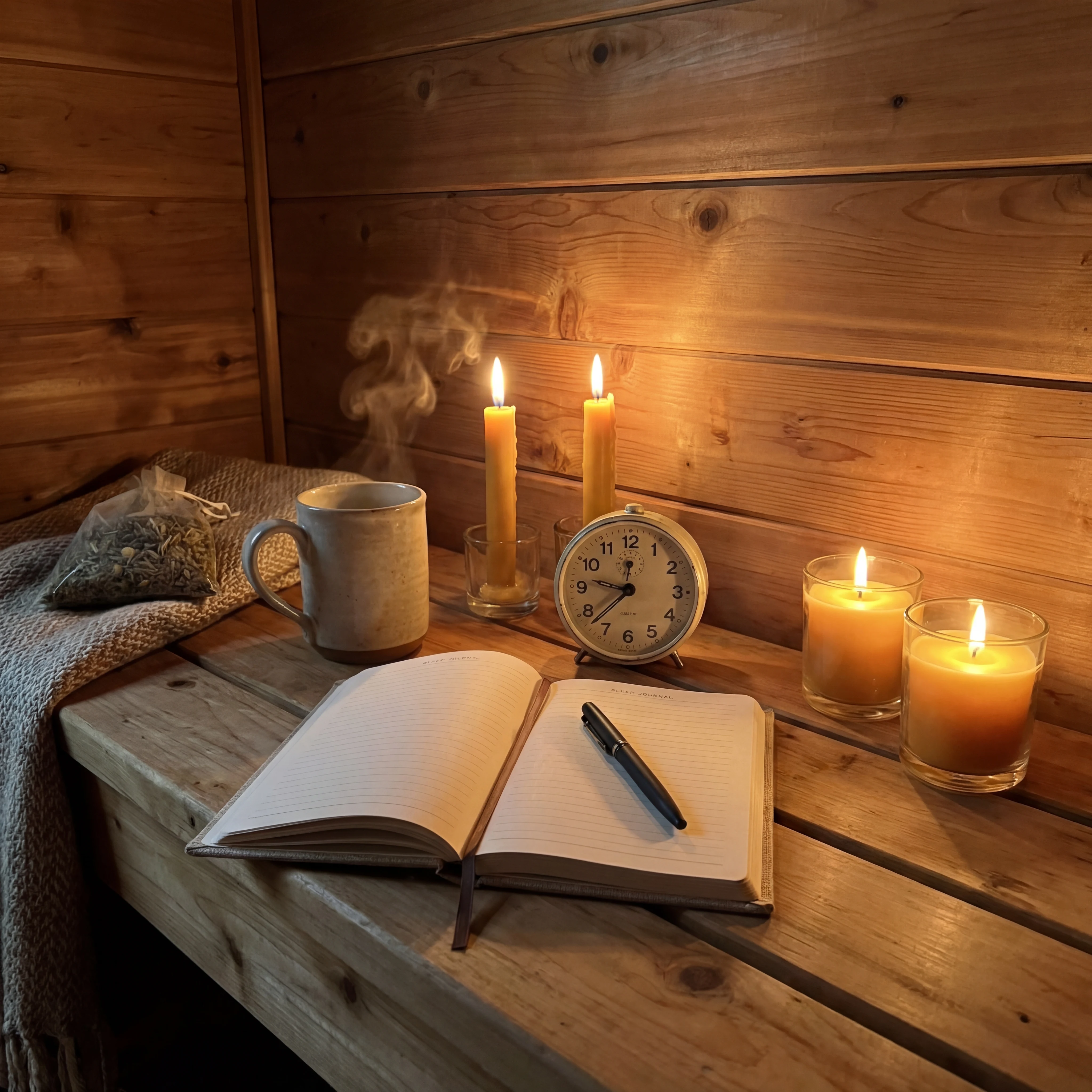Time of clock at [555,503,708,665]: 9:37
